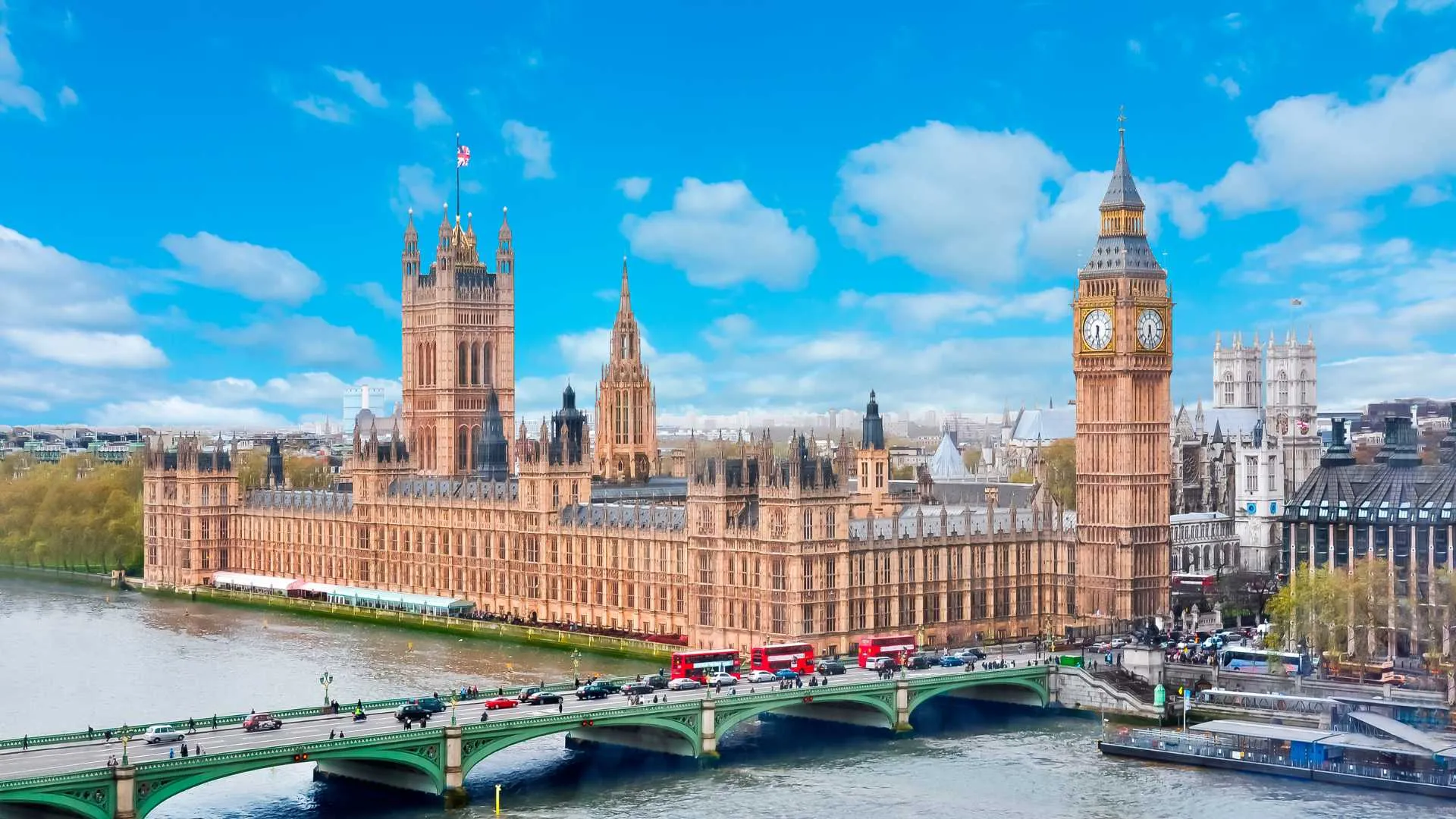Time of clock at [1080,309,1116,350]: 6:28
